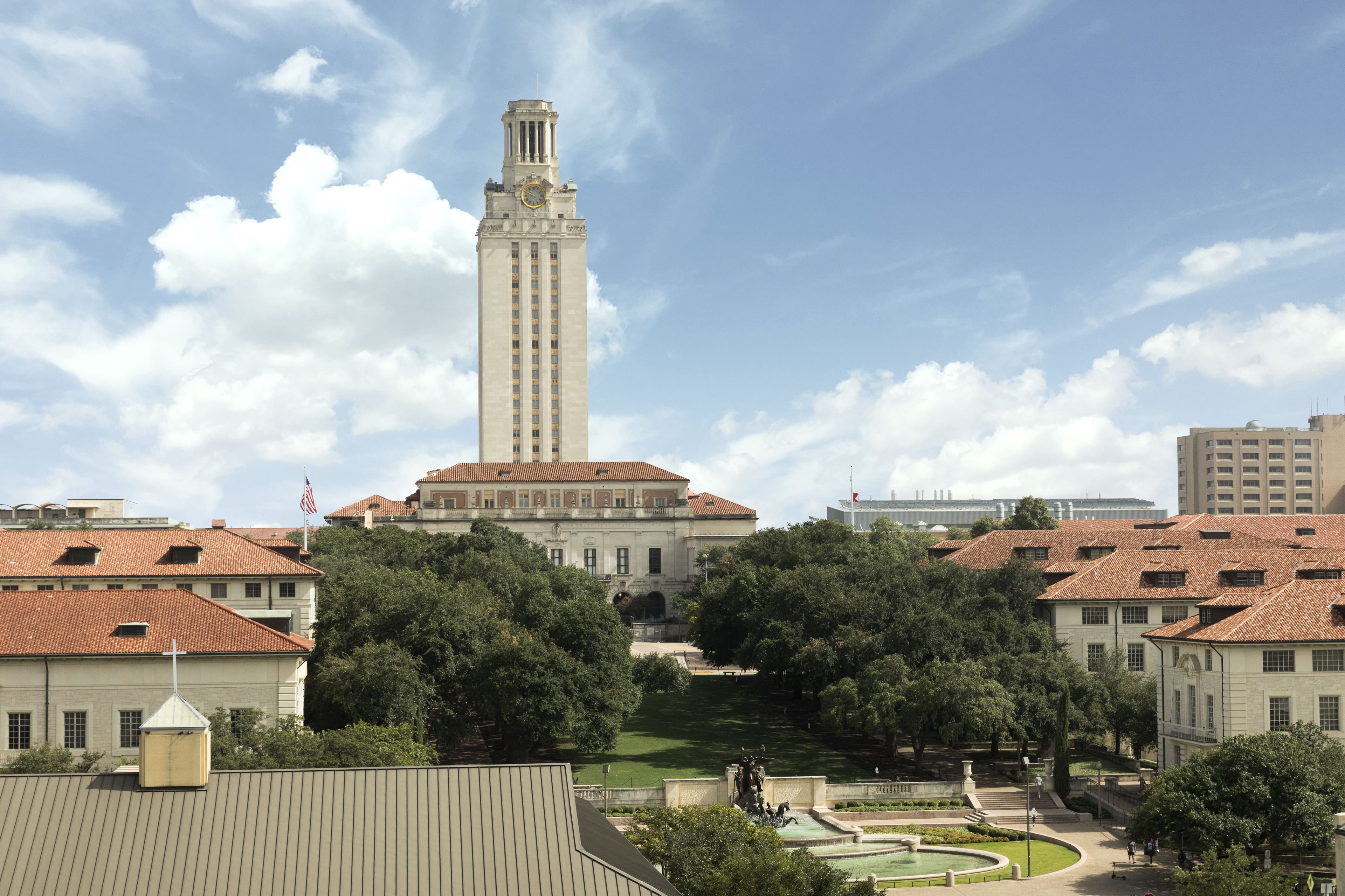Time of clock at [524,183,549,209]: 10:49
